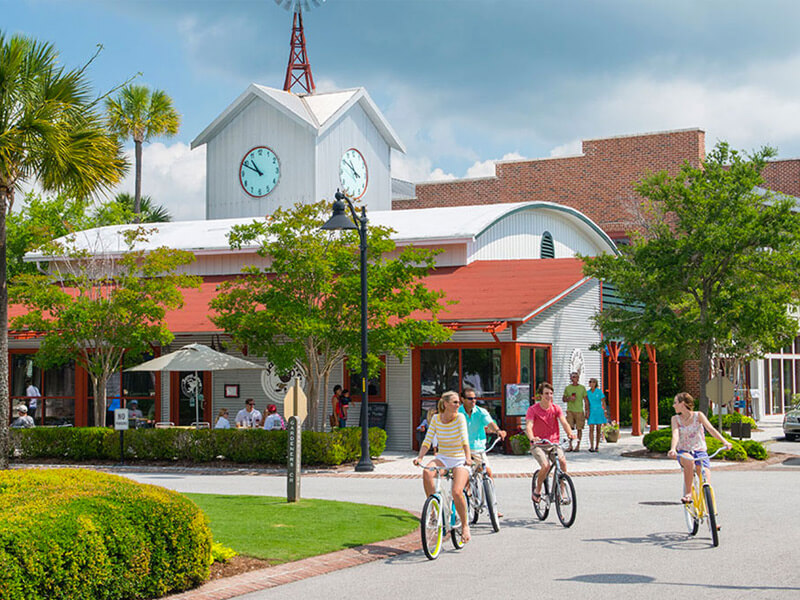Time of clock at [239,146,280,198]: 10:49
